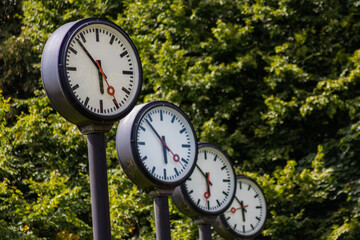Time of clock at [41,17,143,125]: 5:53
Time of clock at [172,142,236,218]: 5:51
